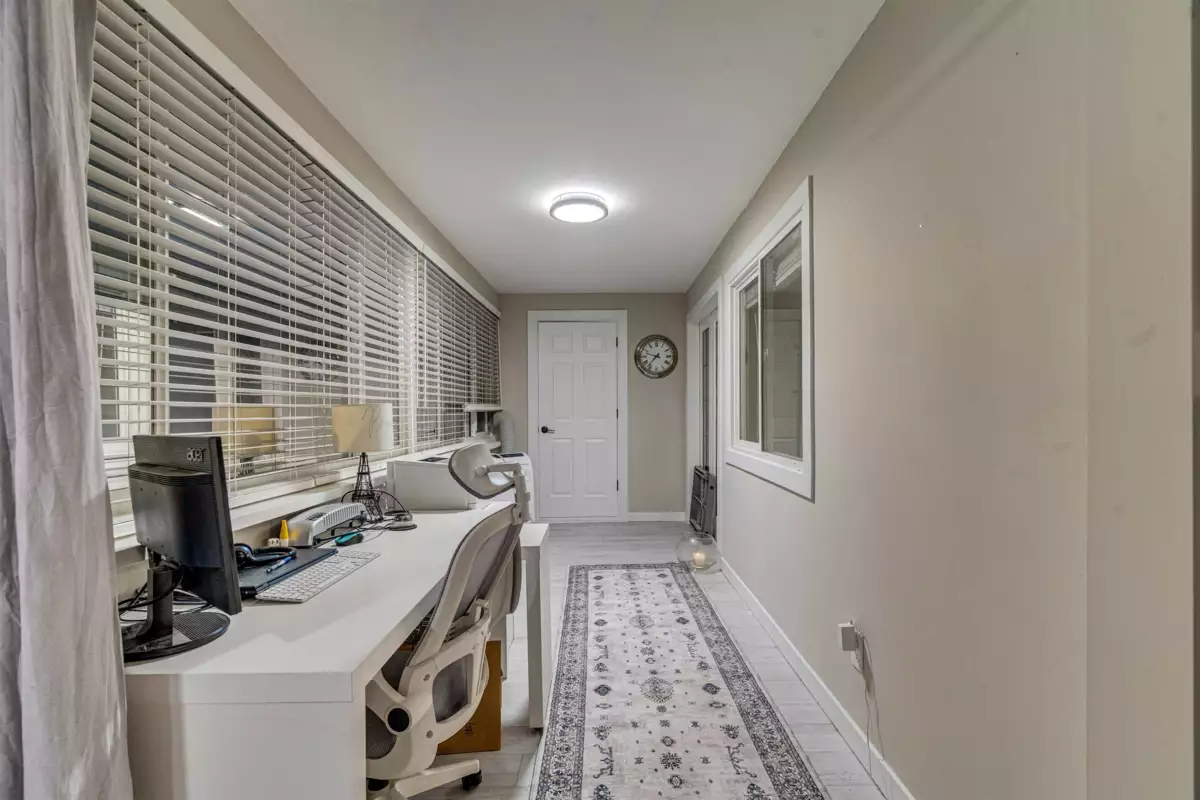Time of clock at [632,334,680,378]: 9:36
